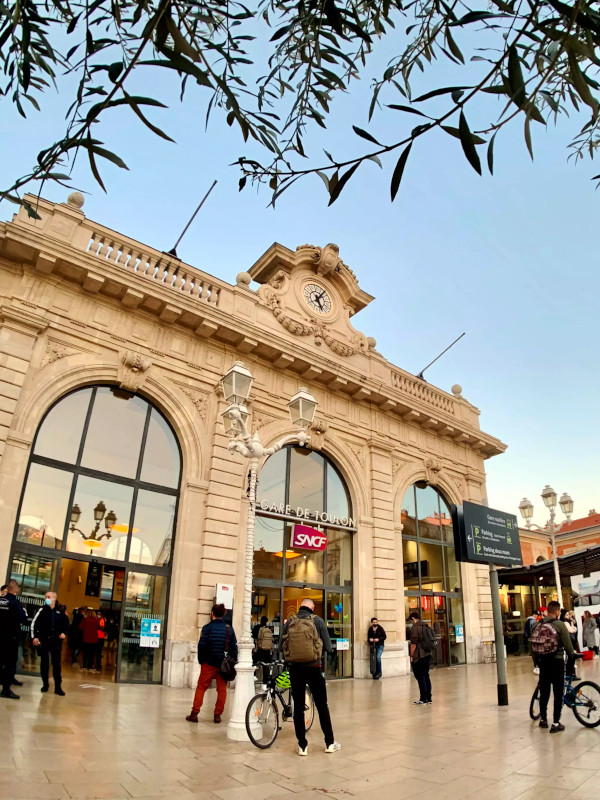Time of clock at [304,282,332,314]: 5:07
